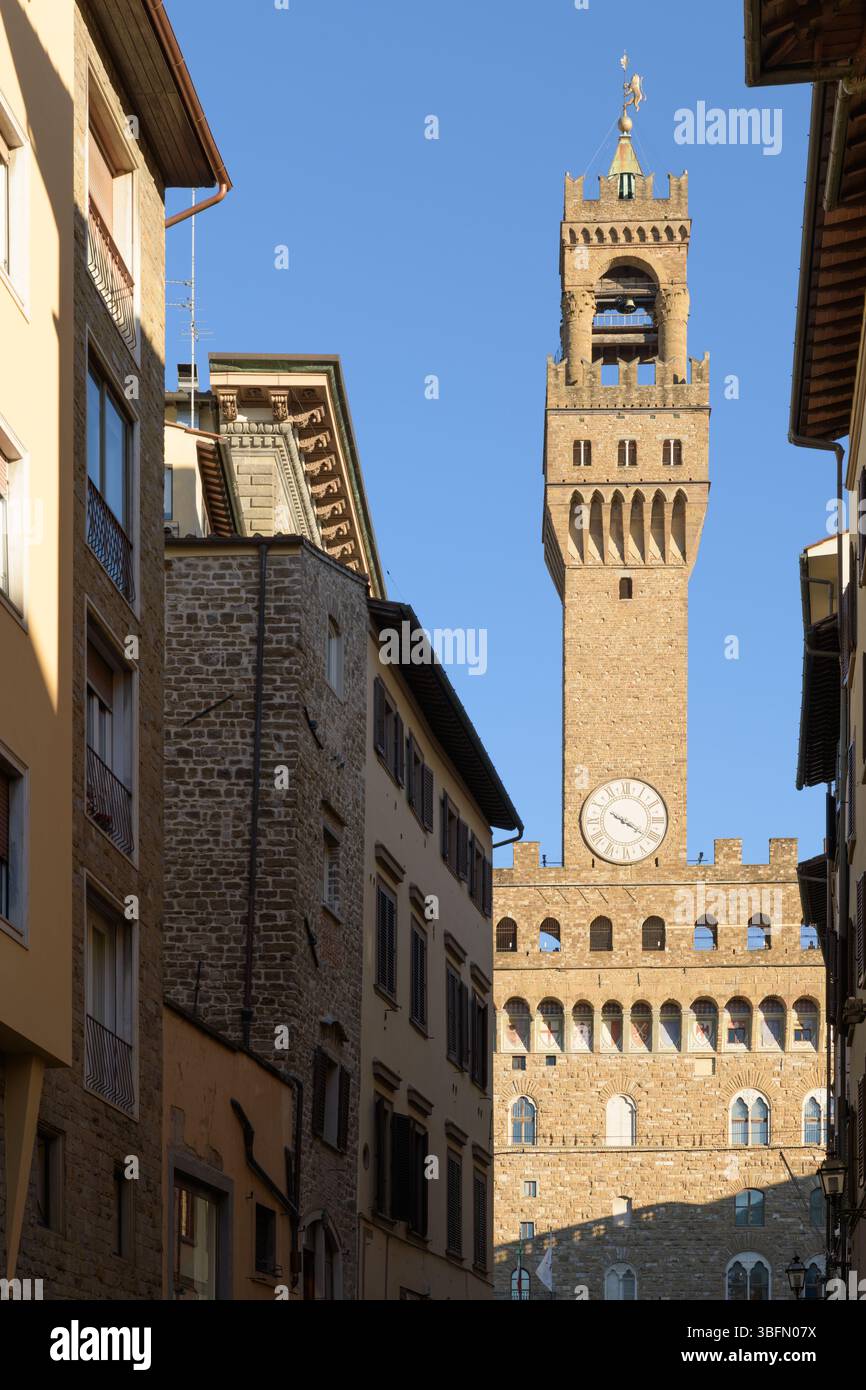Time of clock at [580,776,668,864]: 4:20
